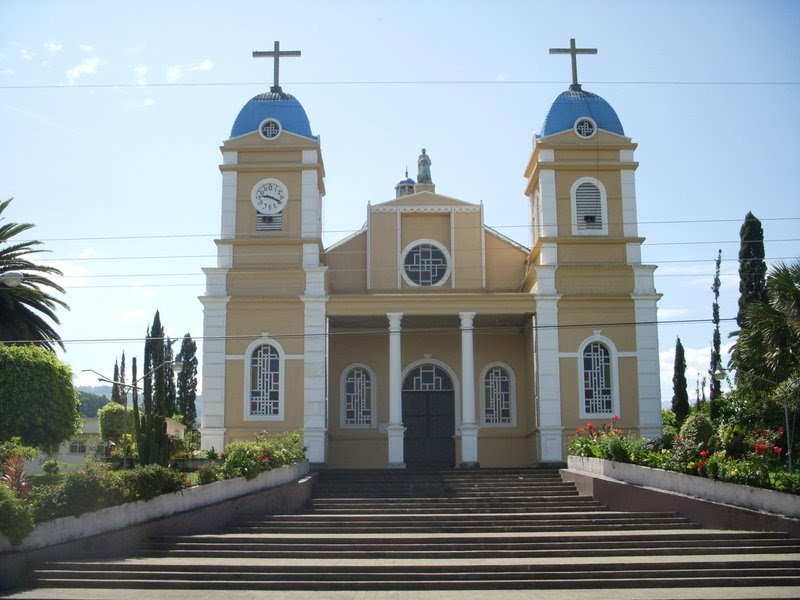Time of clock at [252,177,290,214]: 9:18
